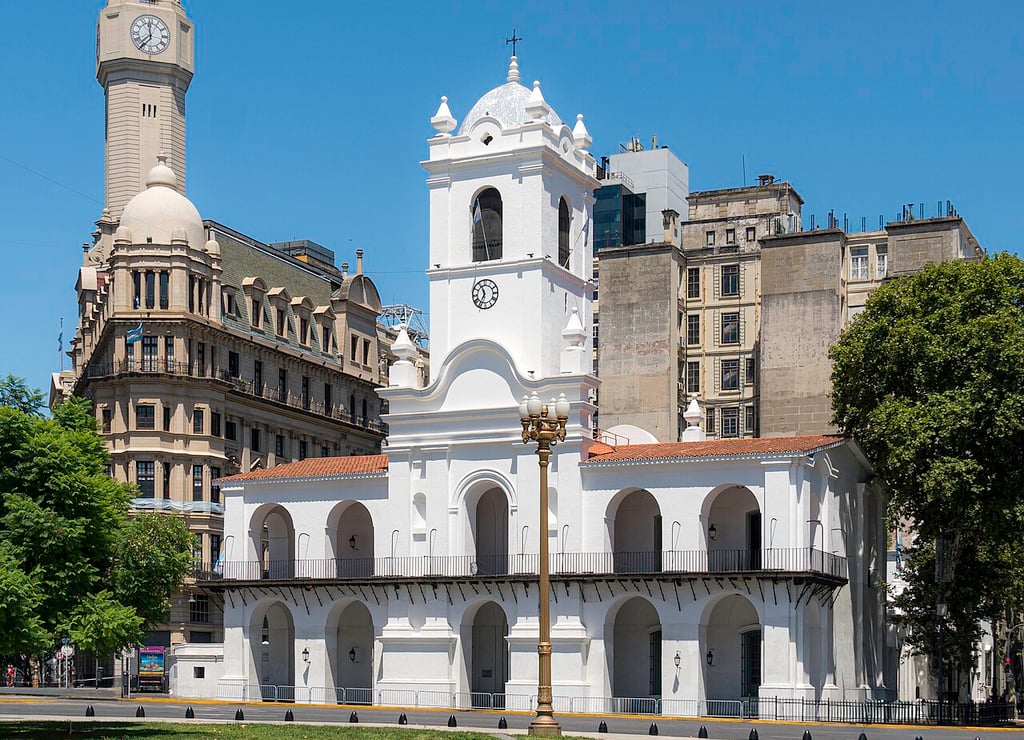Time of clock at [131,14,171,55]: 11:36
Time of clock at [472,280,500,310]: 11:35
